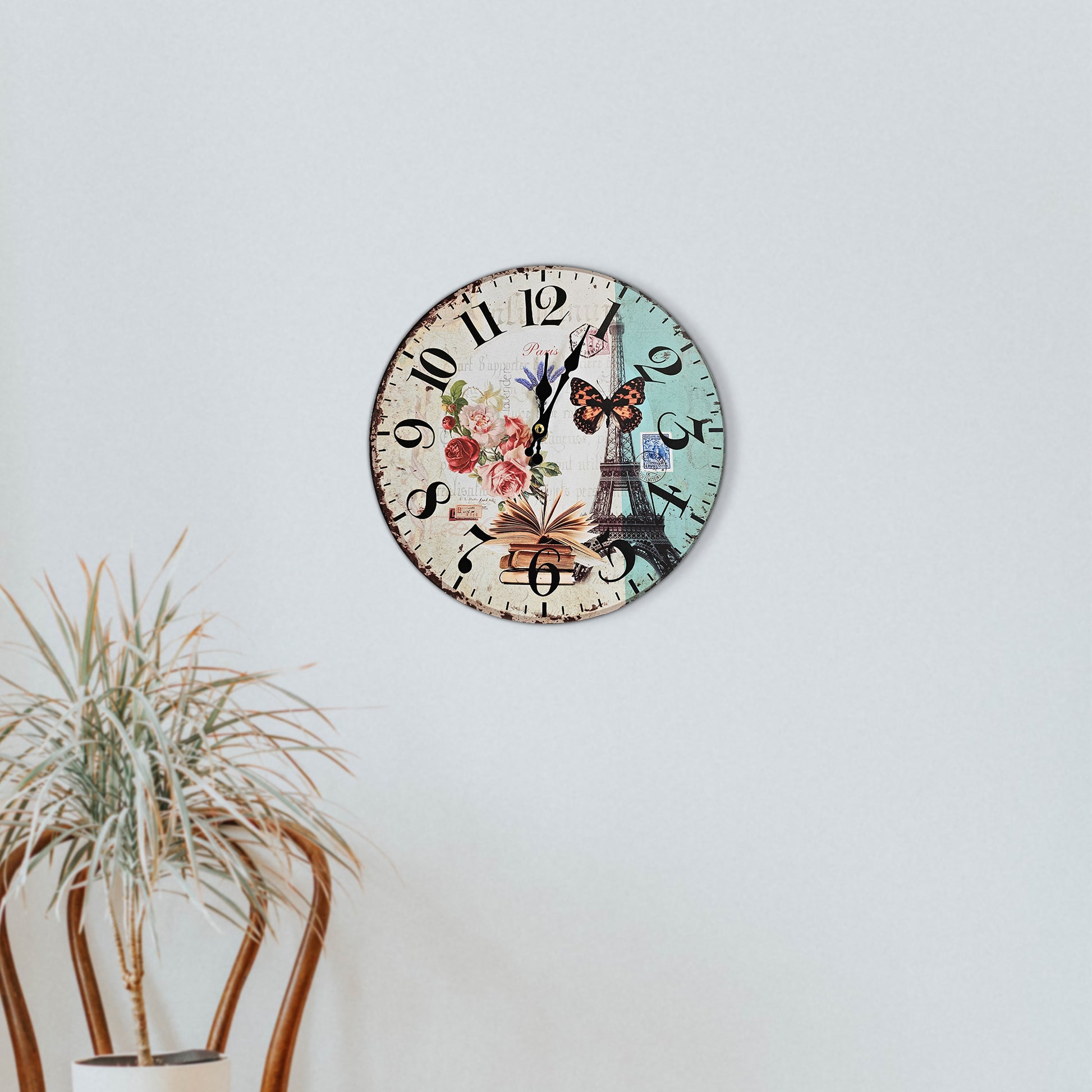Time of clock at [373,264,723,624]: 12:04
